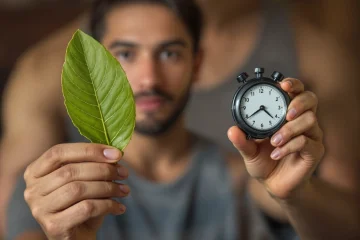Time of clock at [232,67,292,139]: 4:39
